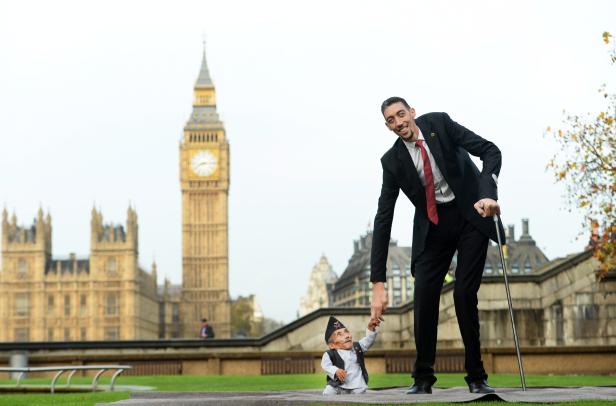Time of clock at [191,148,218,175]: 8:14
